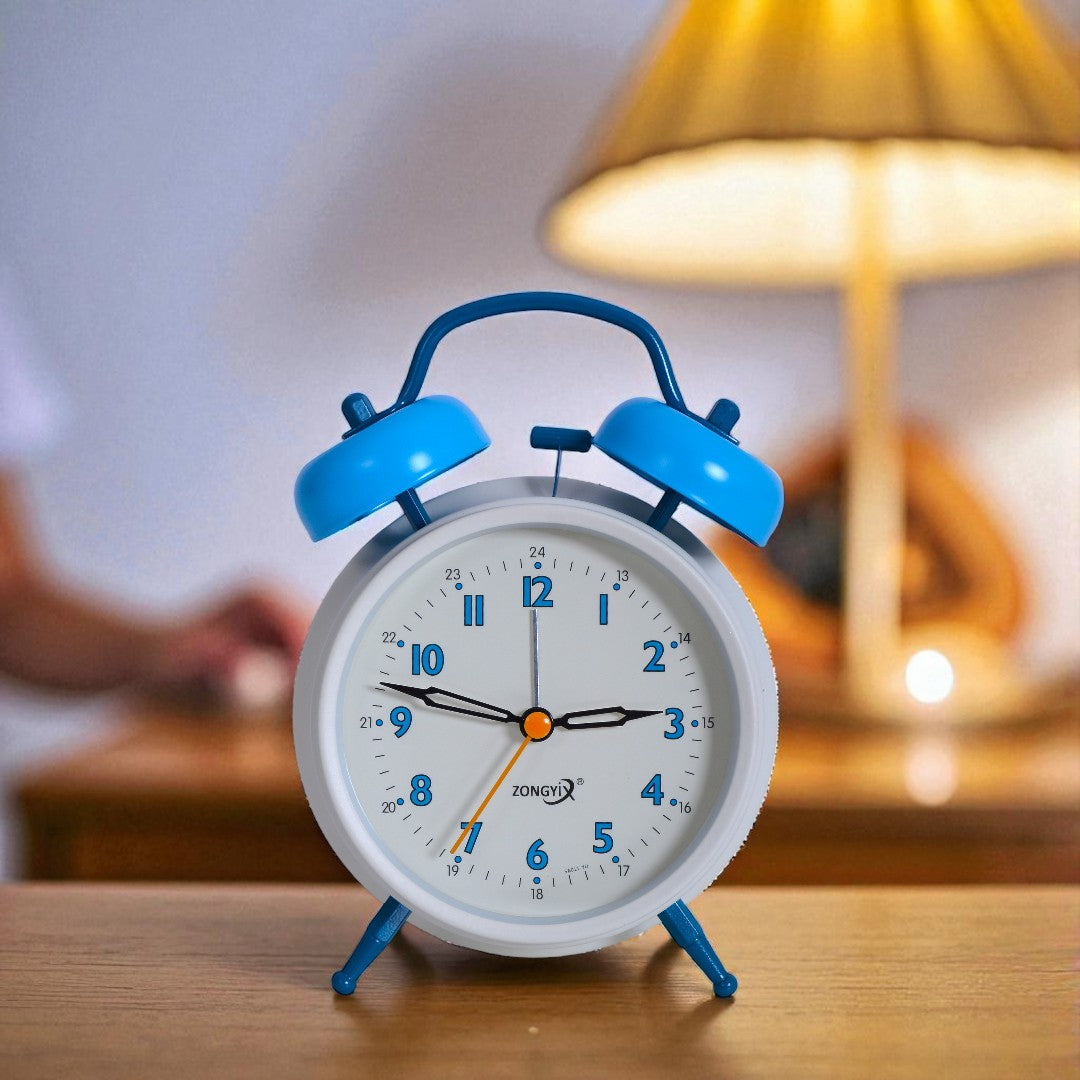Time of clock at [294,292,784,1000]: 2:47
